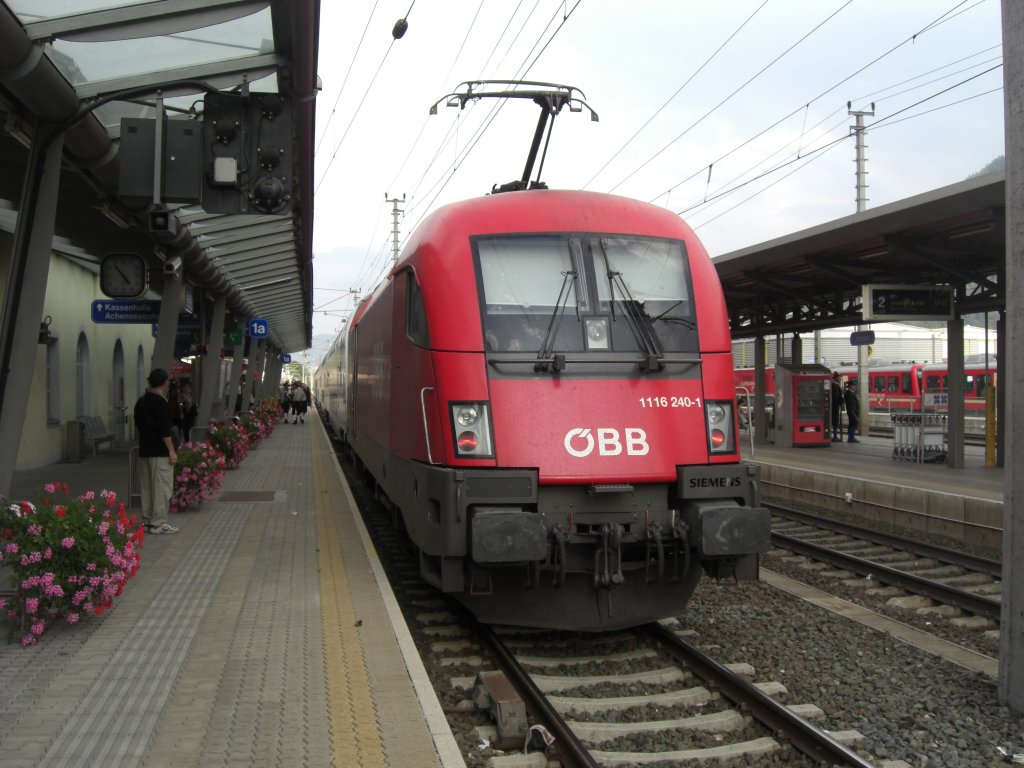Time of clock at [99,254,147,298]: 4:53
